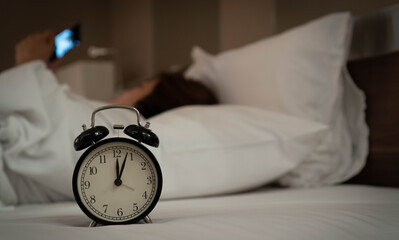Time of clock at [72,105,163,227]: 12:03
